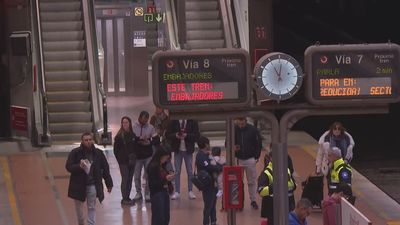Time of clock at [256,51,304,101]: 11:01
